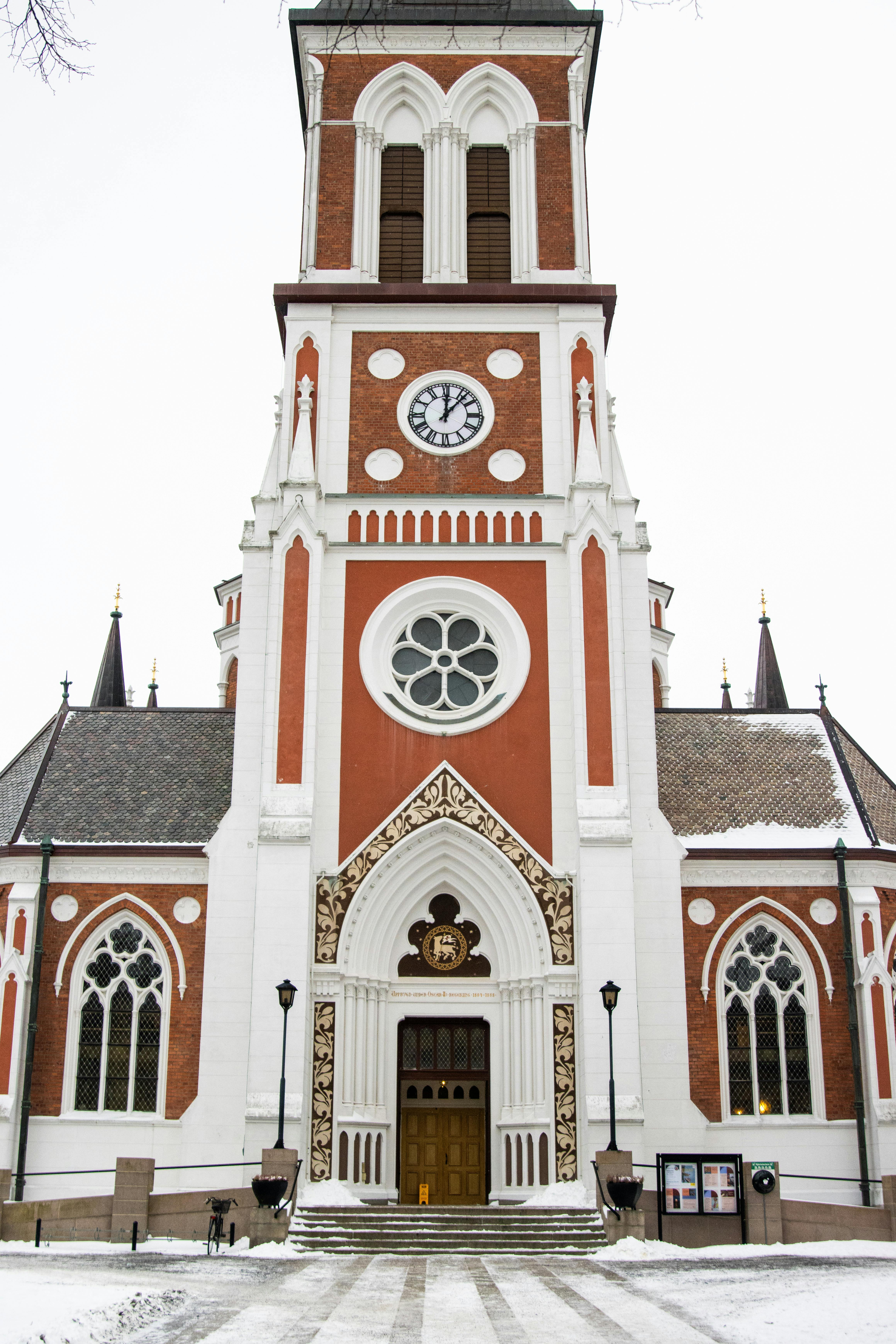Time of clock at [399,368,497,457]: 12:07
